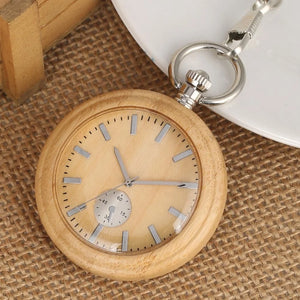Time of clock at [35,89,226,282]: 11:14
